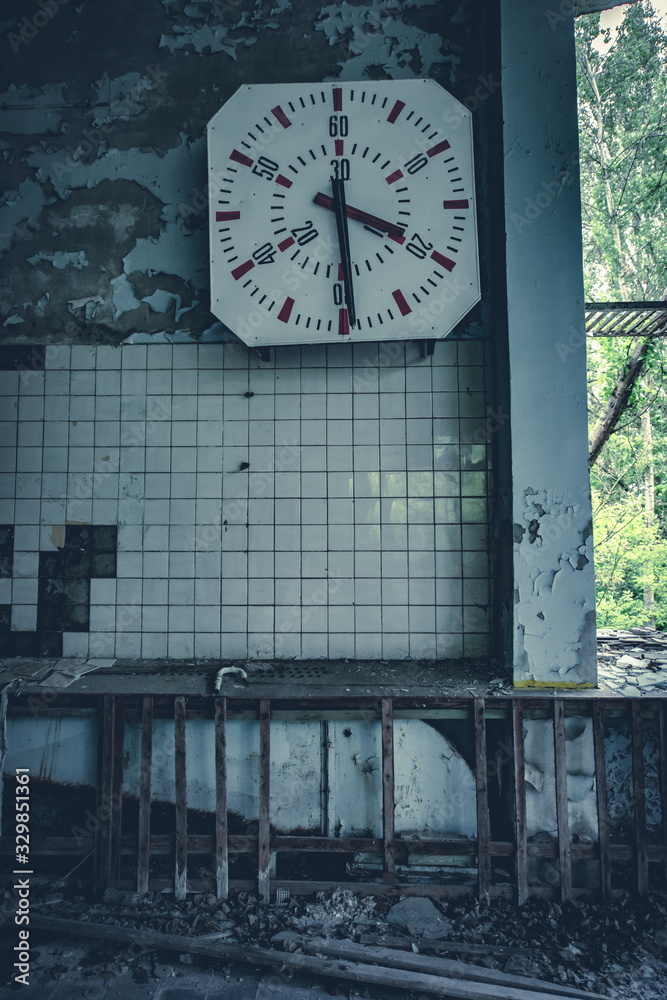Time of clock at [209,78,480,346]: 3:29
